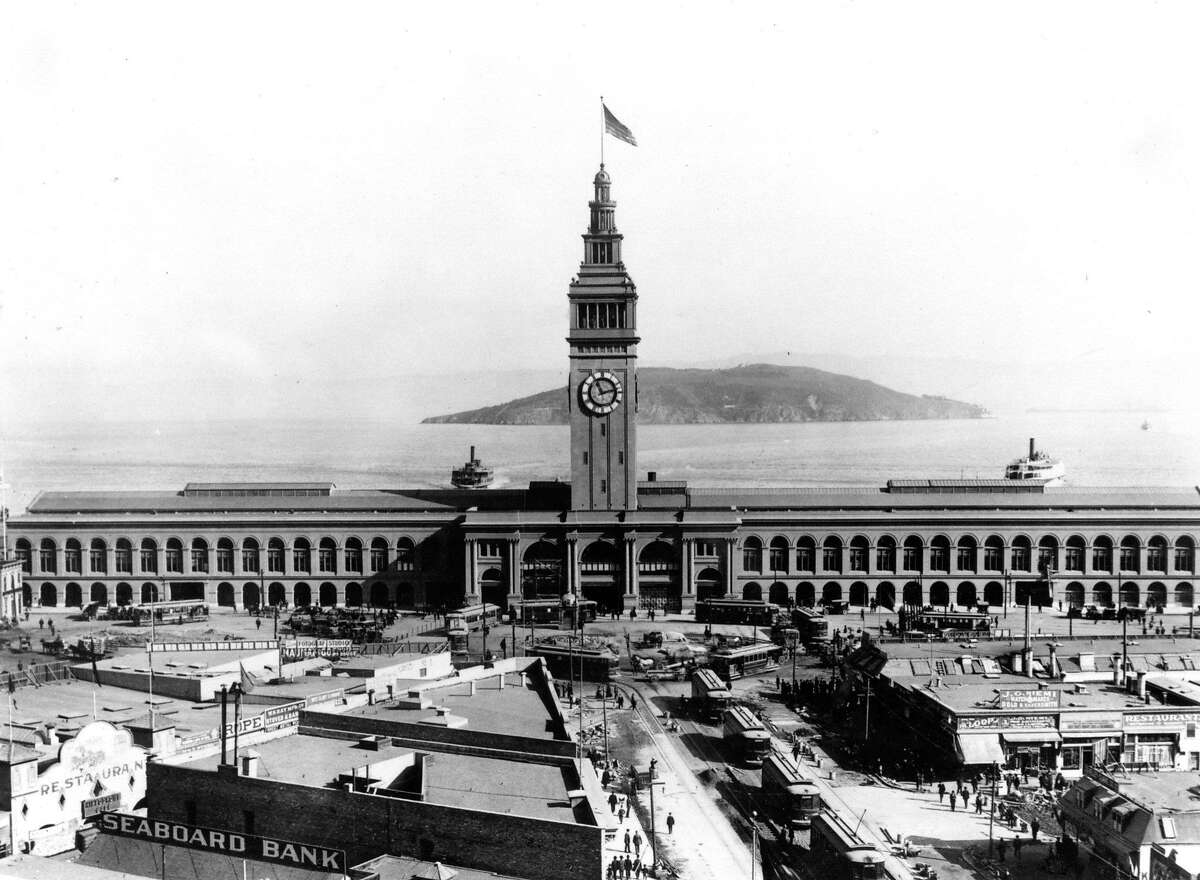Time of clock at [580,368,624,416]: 11:12
